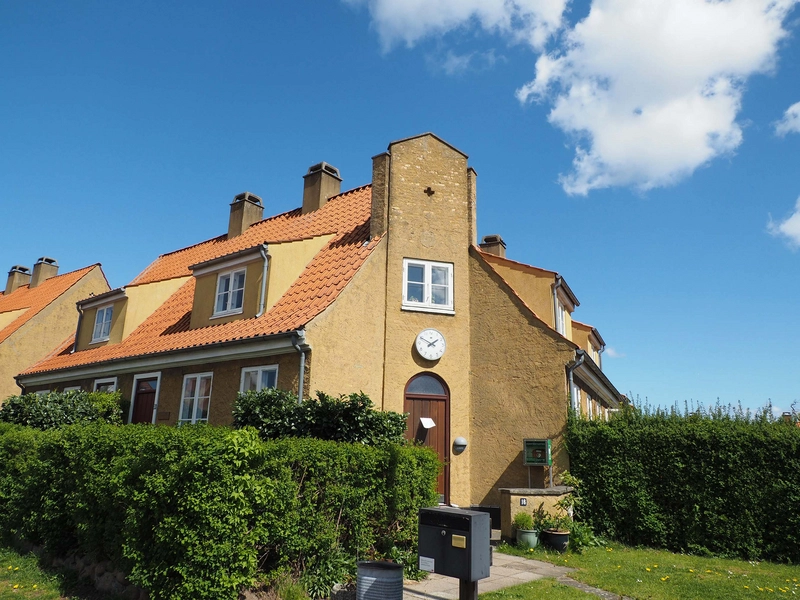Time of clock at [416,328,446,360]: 1:49
